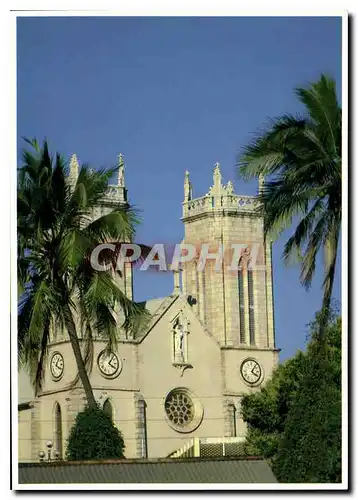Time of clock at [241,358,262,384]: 4:06
